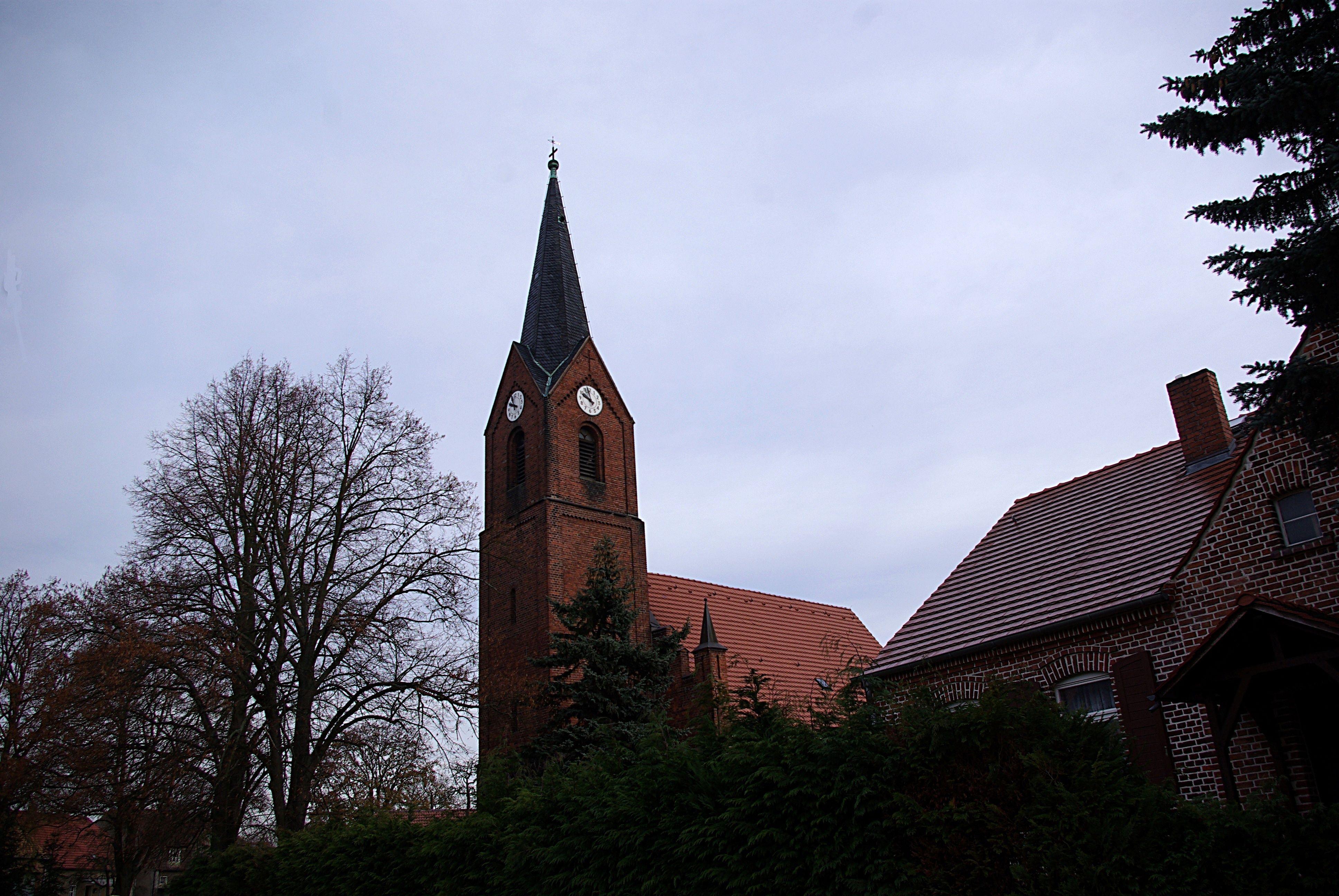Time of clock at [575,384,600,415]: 9:57
